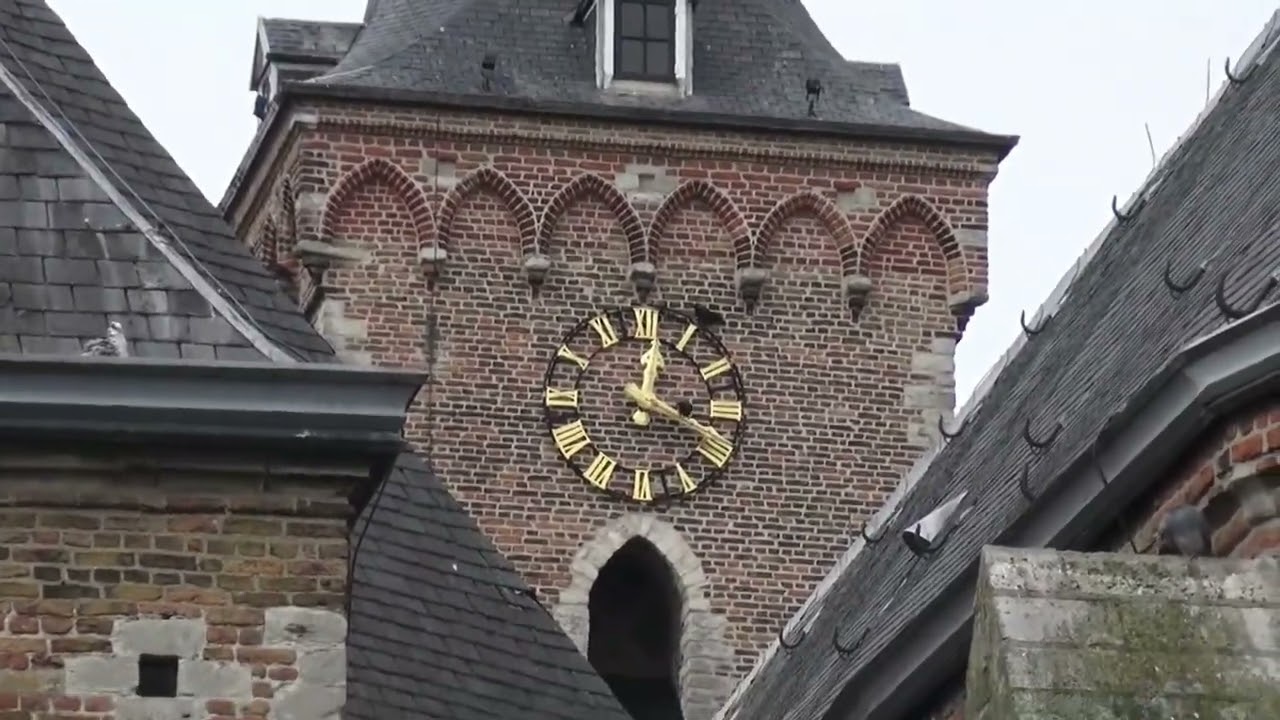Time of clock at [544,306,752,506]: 12:18
